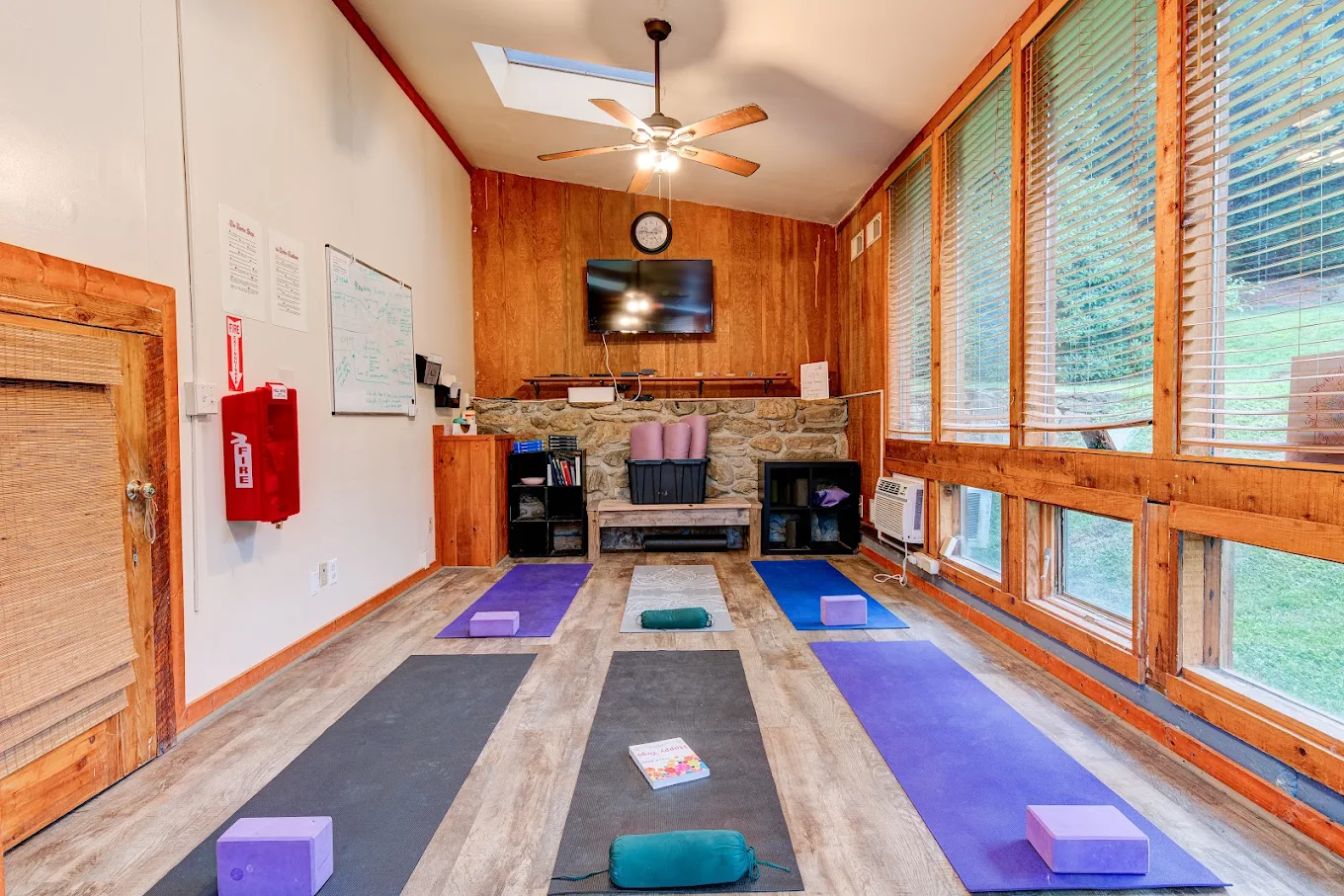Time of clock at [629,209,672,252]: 2:46
